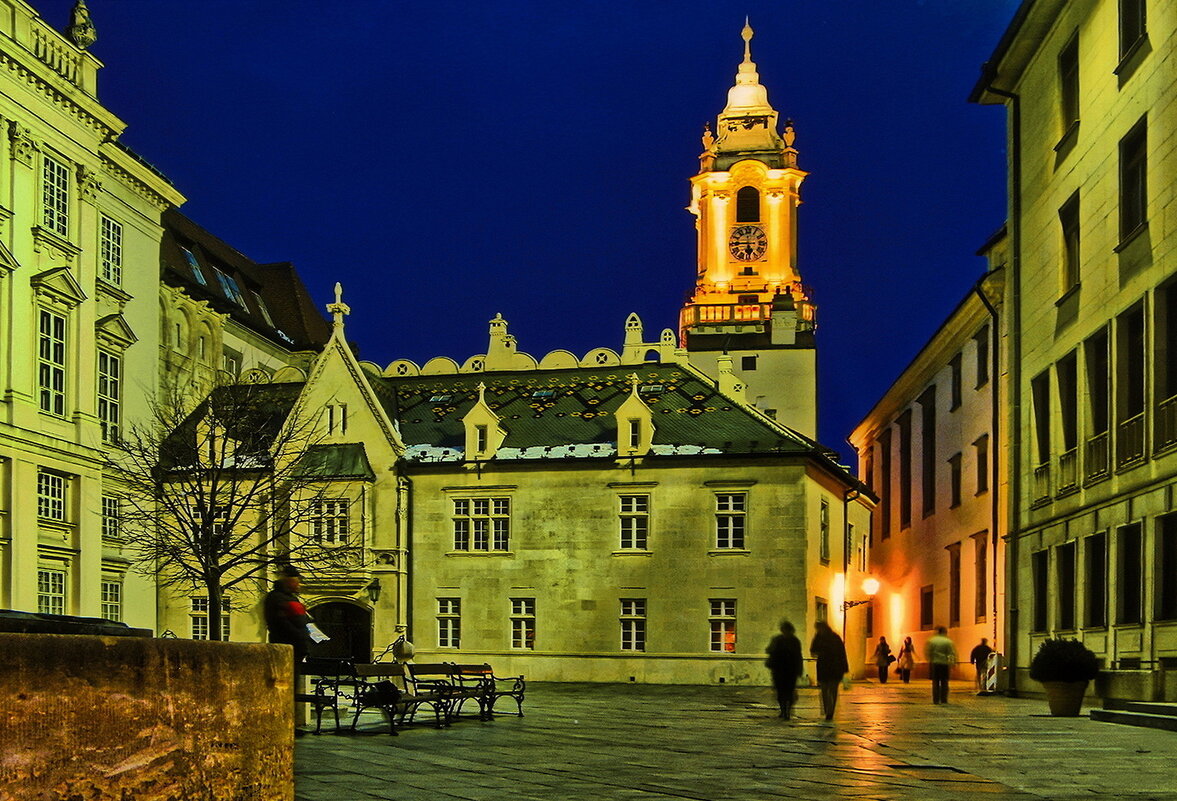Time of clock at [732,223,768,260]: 5:45
